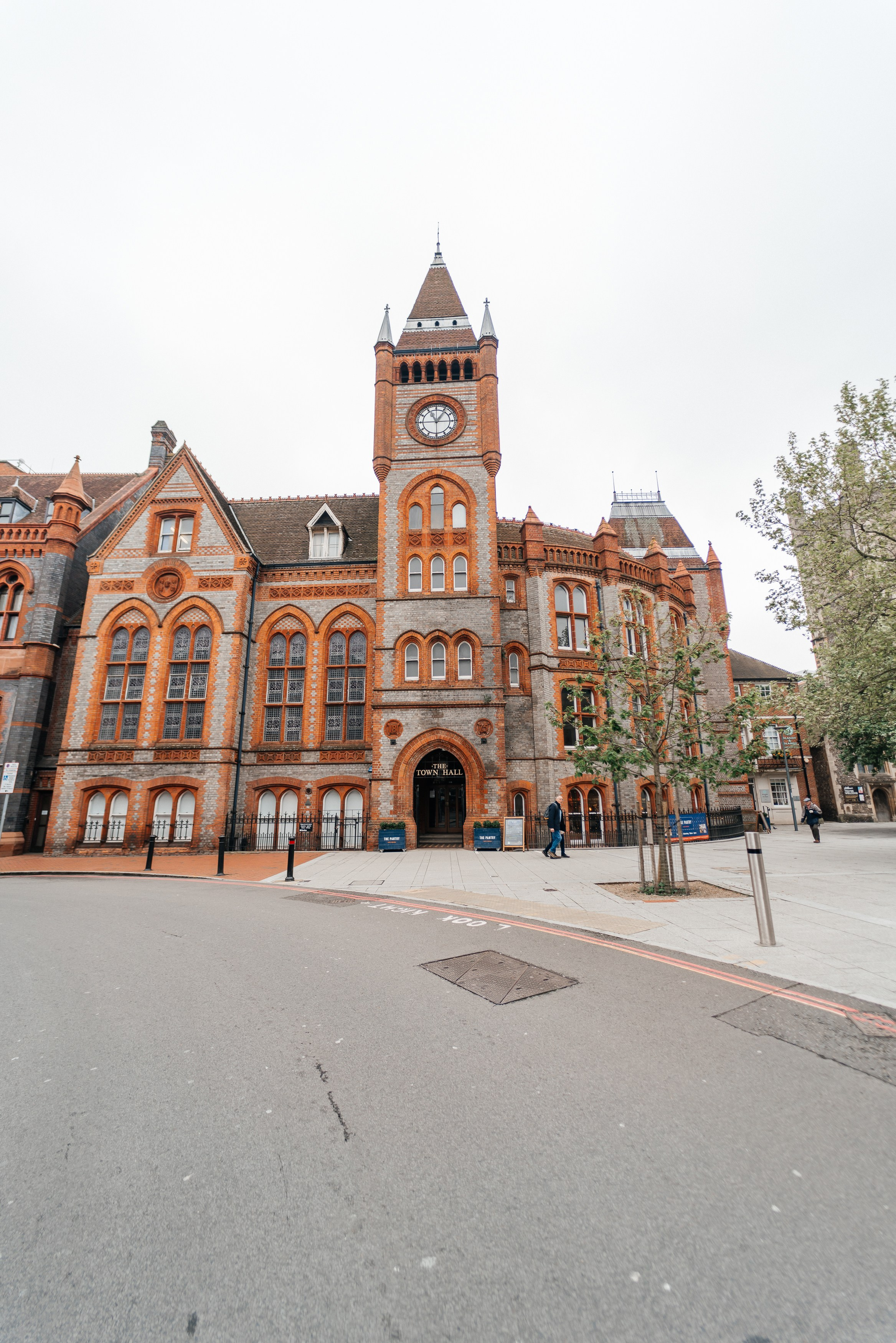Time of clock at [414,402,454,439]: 11:06
